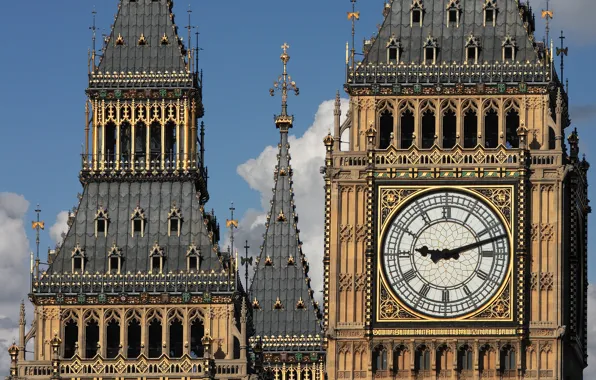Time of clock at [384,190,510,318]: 9:12
